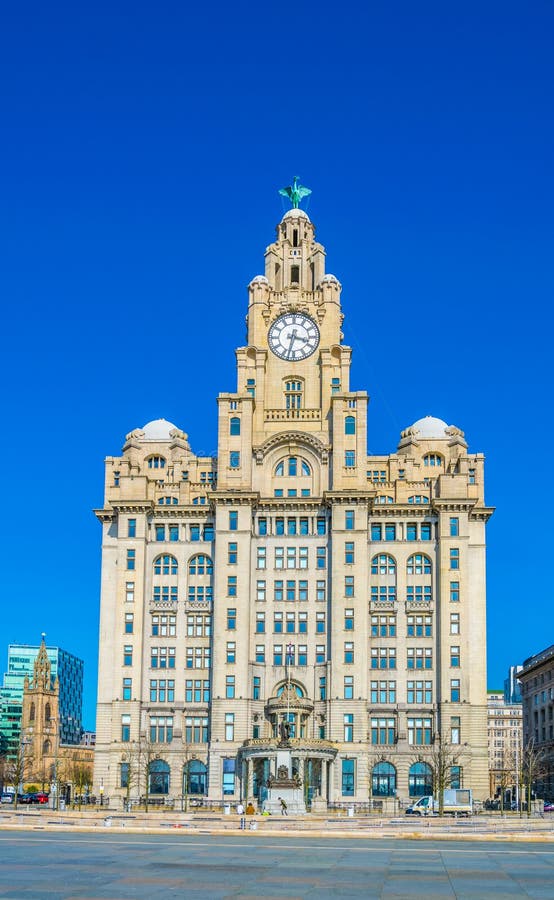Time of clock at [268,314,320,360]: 3:32
